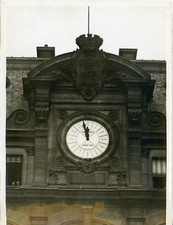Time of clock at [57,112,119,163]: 11:57
